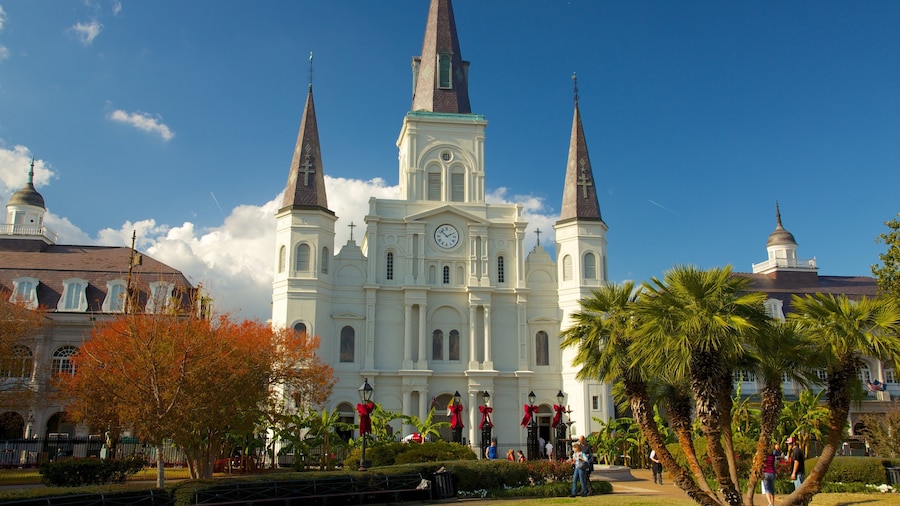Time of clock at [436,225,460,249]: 1:52
